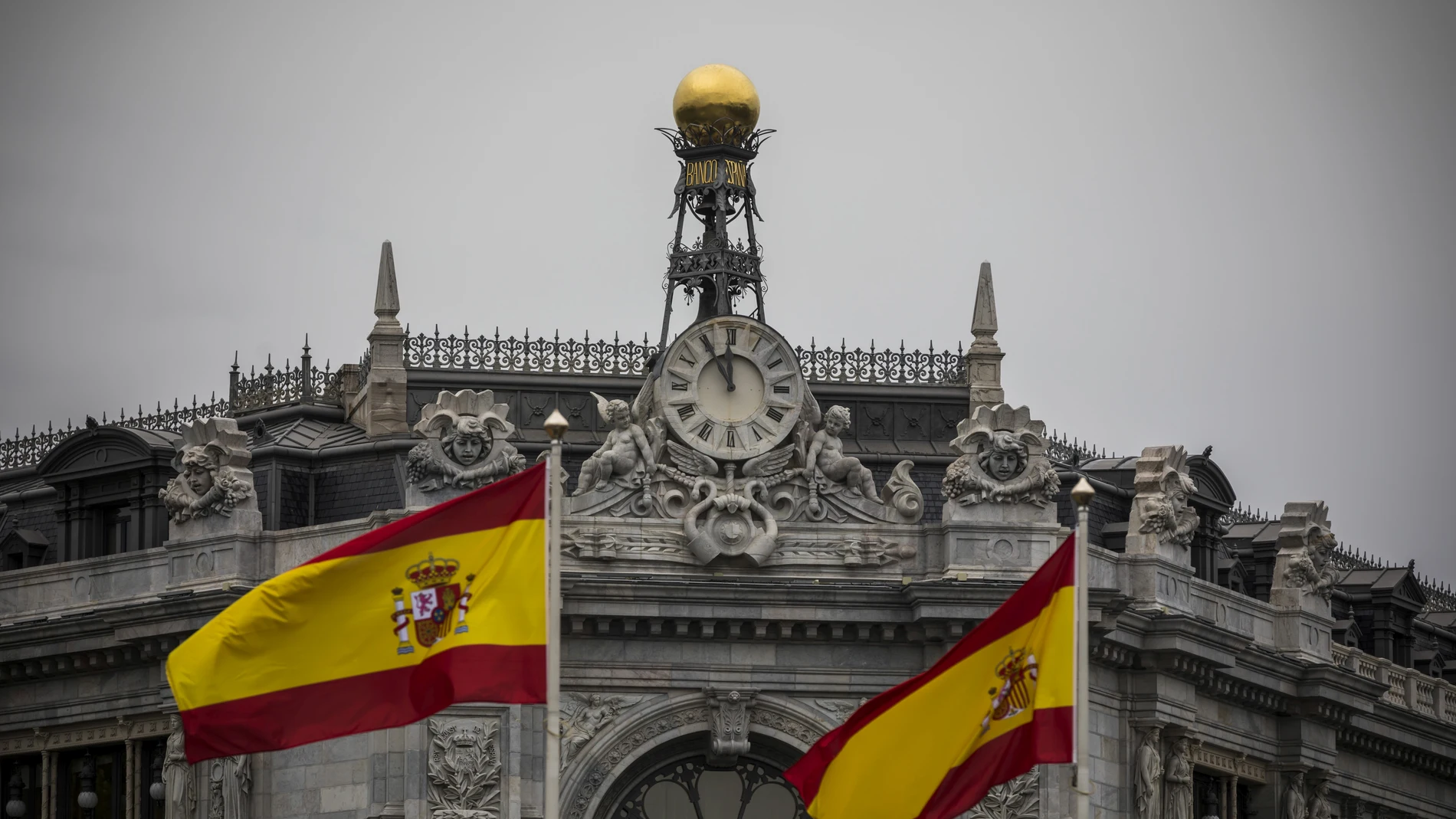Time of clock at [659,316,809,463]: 11:54
